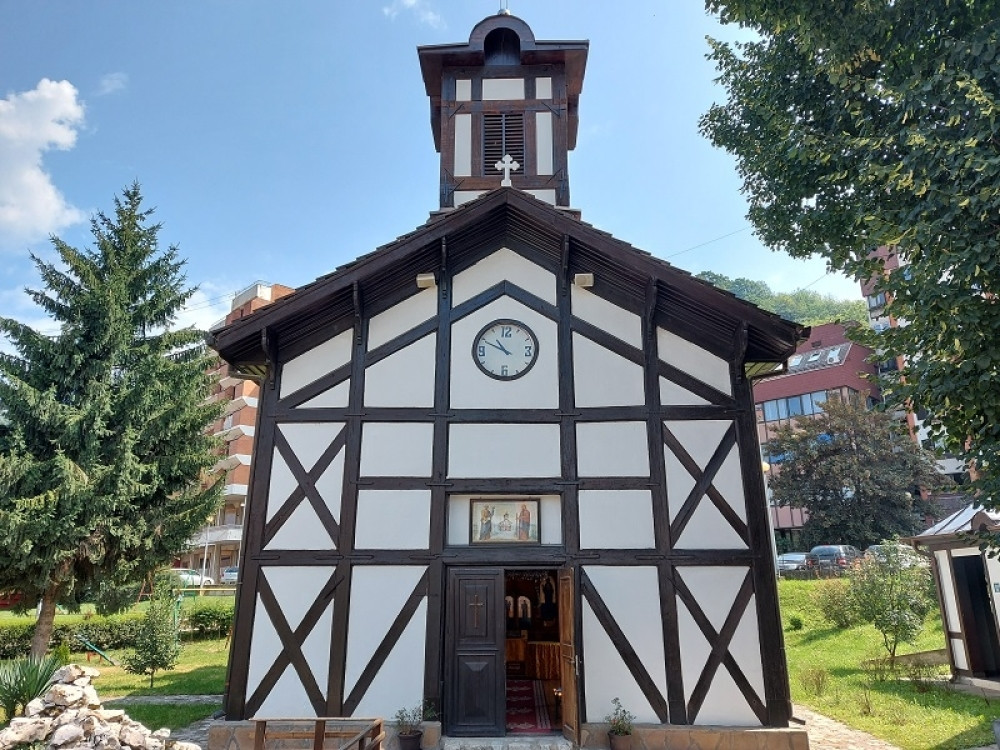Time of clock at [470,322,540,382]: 10:49
